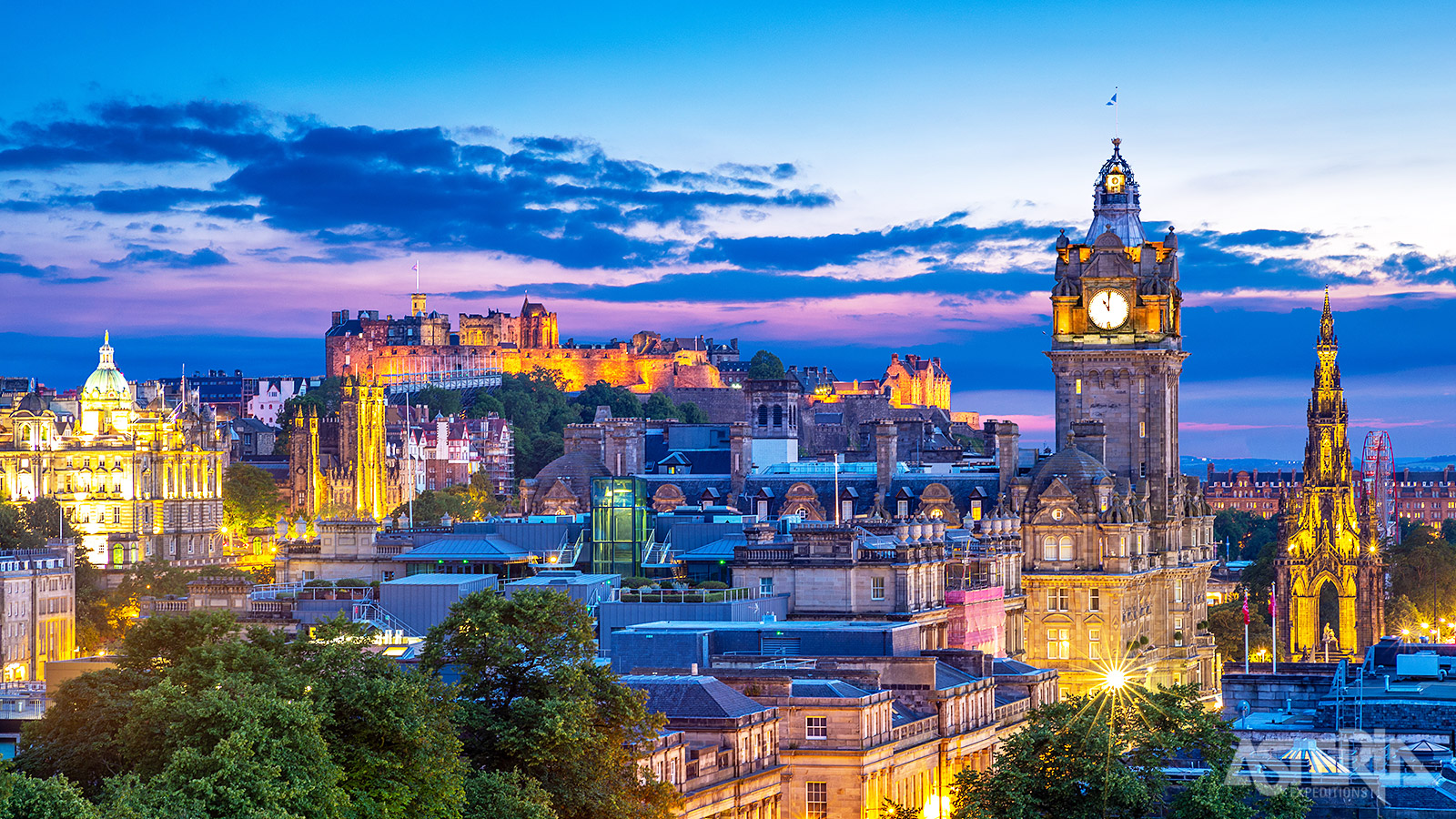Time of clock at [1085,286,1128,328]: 11:00
